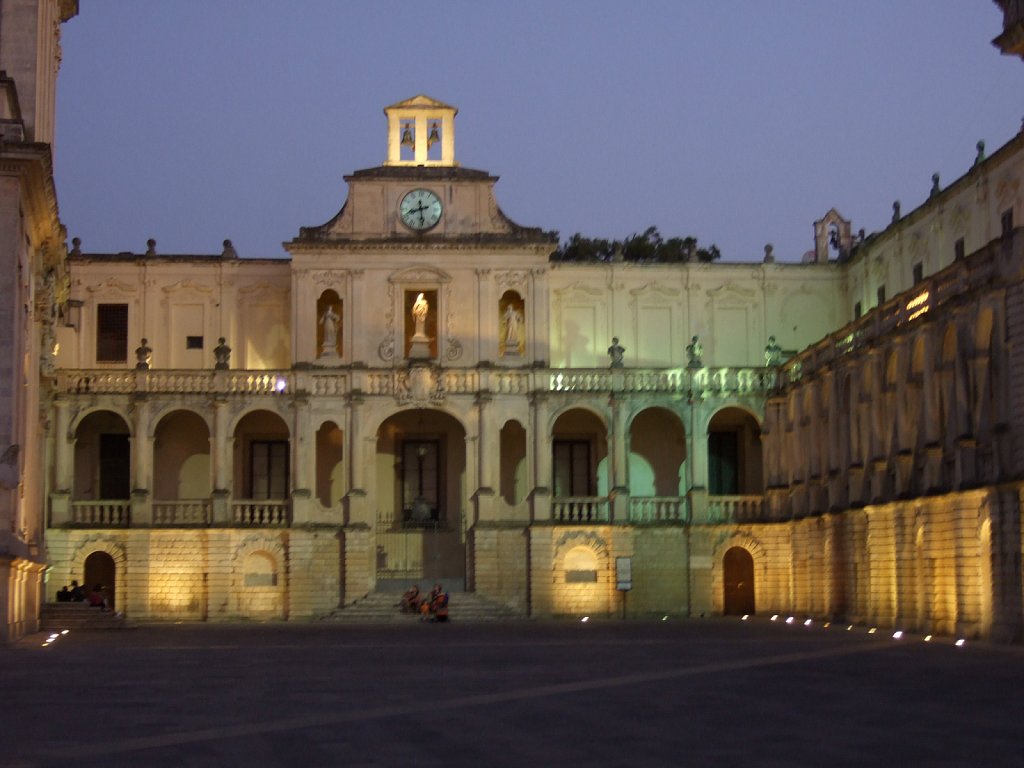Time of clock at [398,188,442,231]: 8:28
